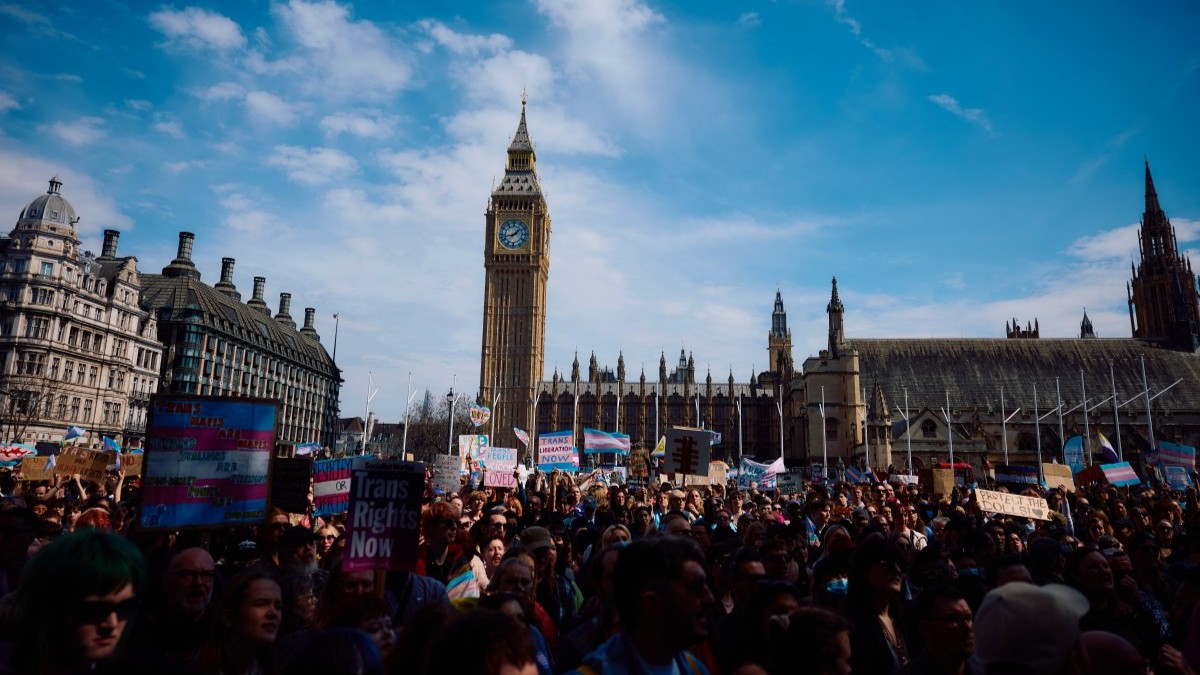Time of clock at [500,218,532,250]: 1:42
